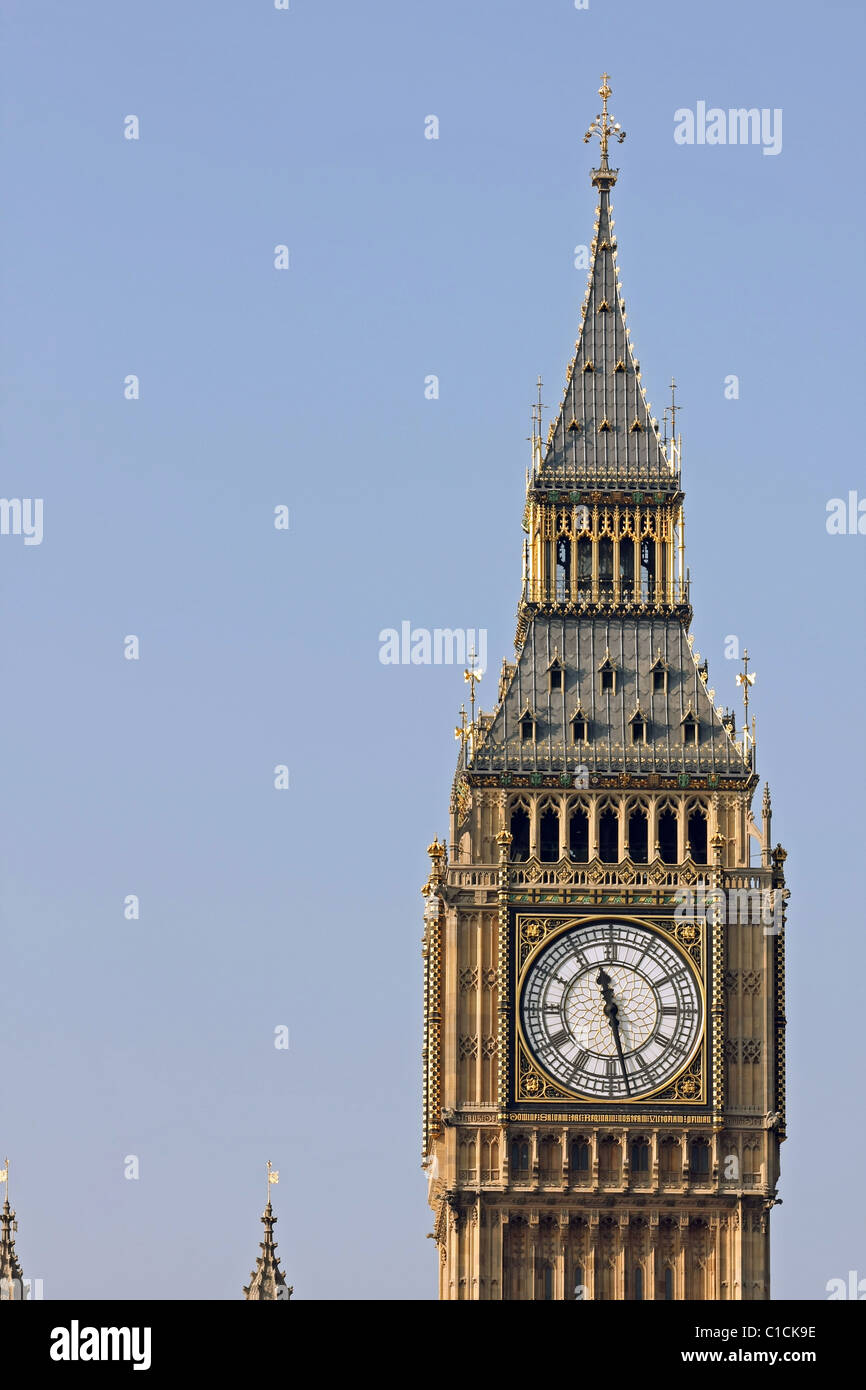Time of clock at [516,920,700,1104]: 11:27
